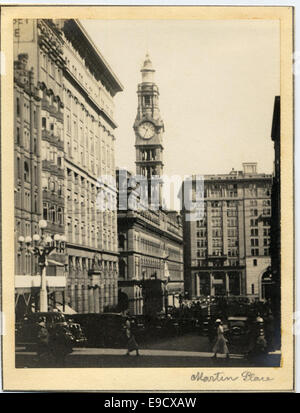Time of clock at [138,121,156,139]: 10:34
